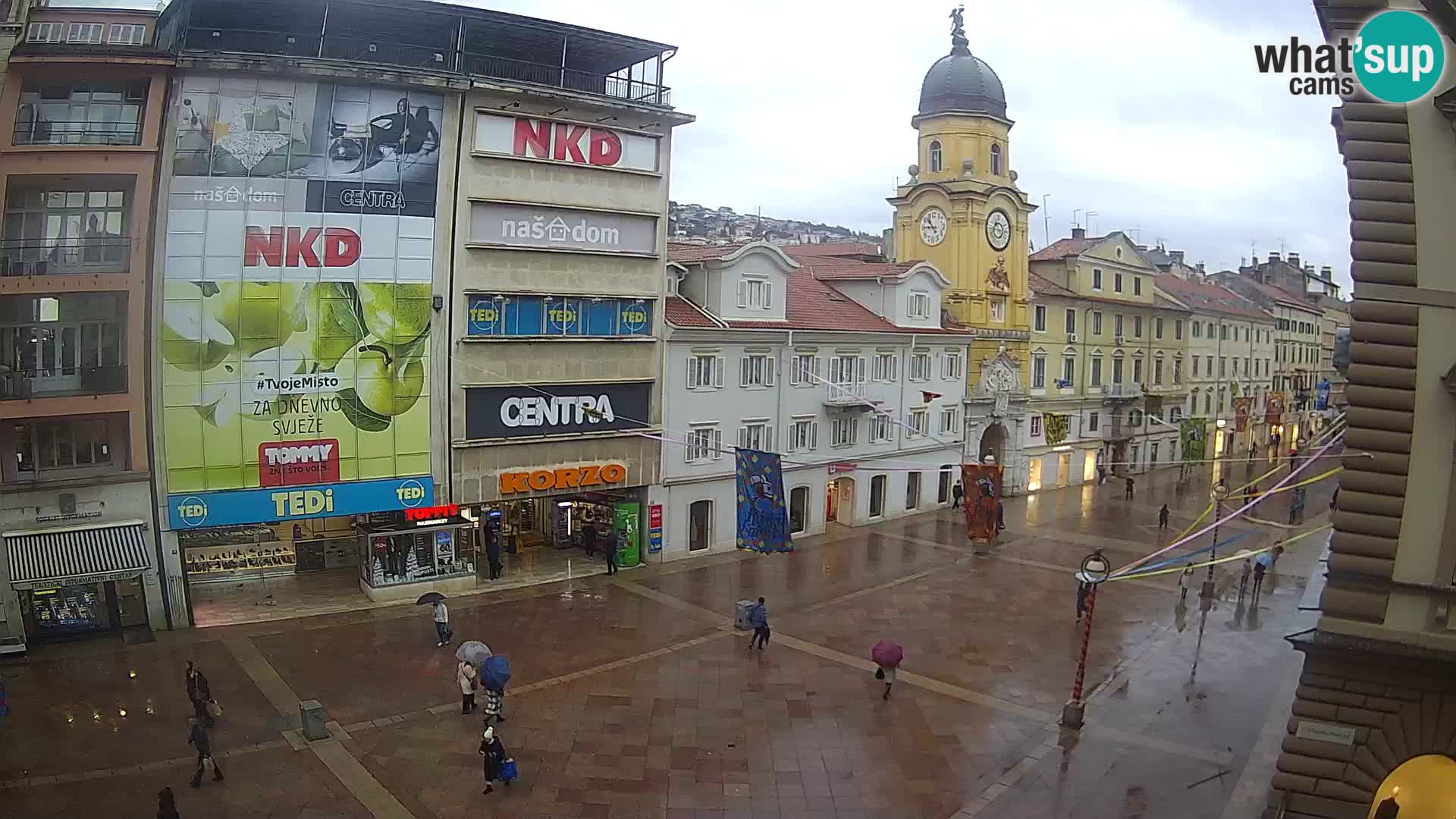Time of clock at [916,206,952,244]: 10:45
